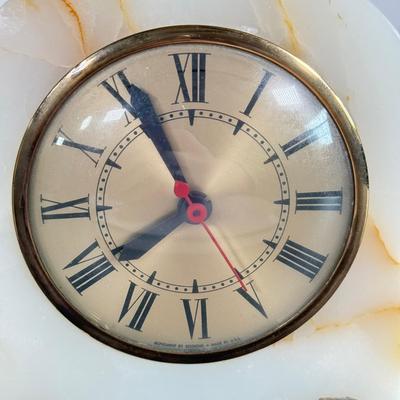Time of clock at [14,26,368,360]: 7:55
